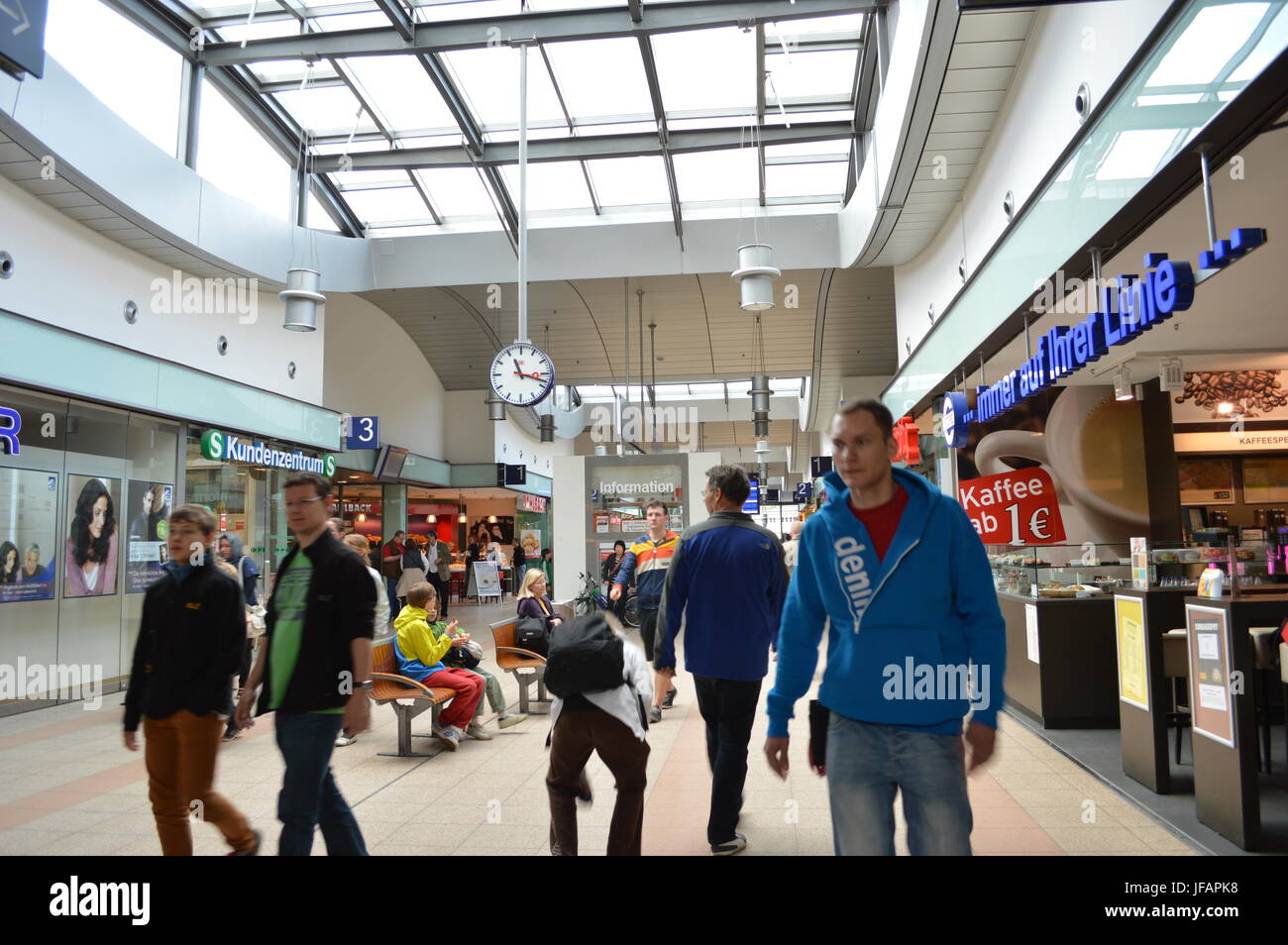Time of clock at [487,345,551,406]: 11:17
